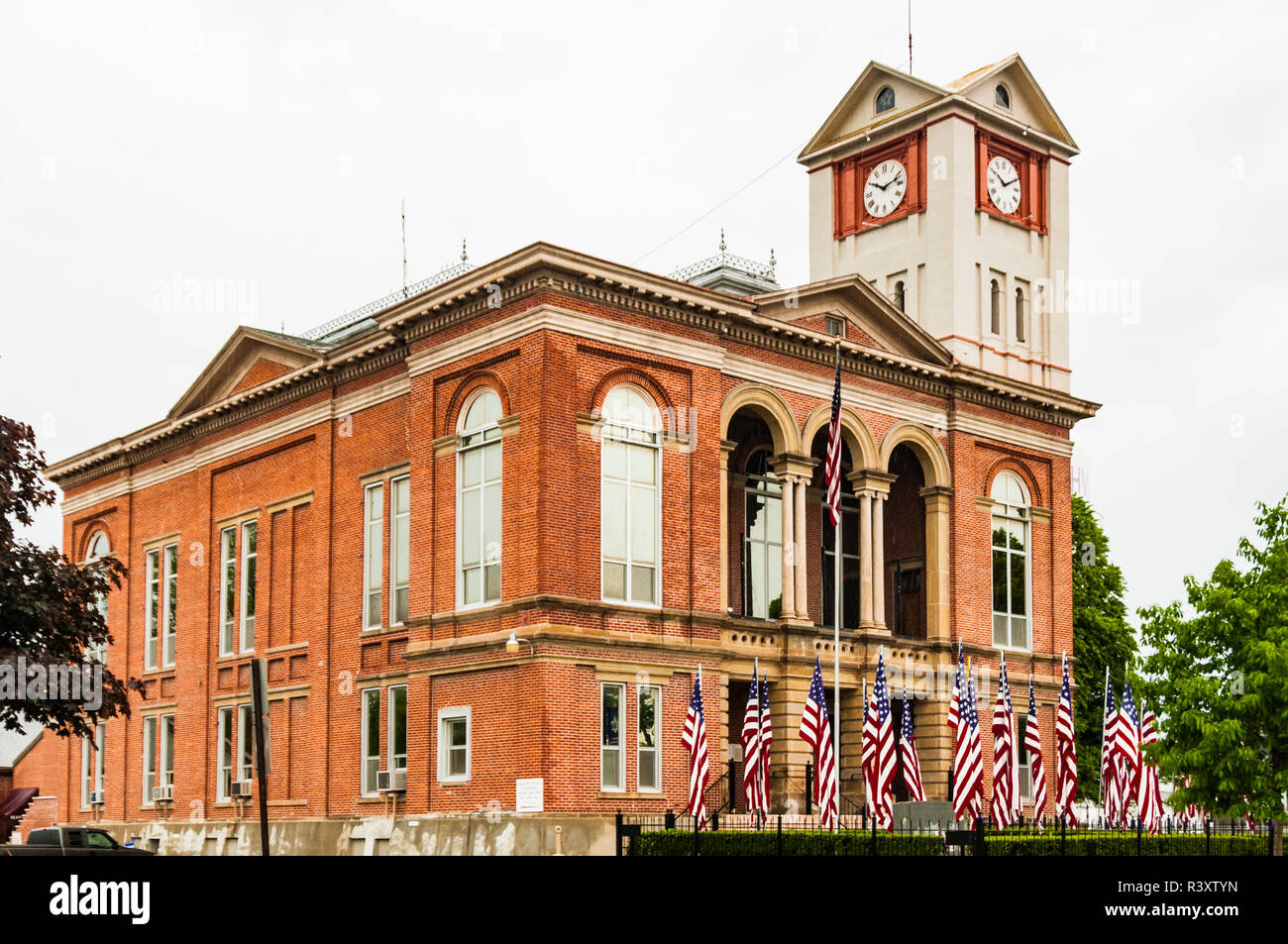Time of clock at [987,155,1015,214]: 10:10
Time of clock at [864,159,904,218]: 10:12
